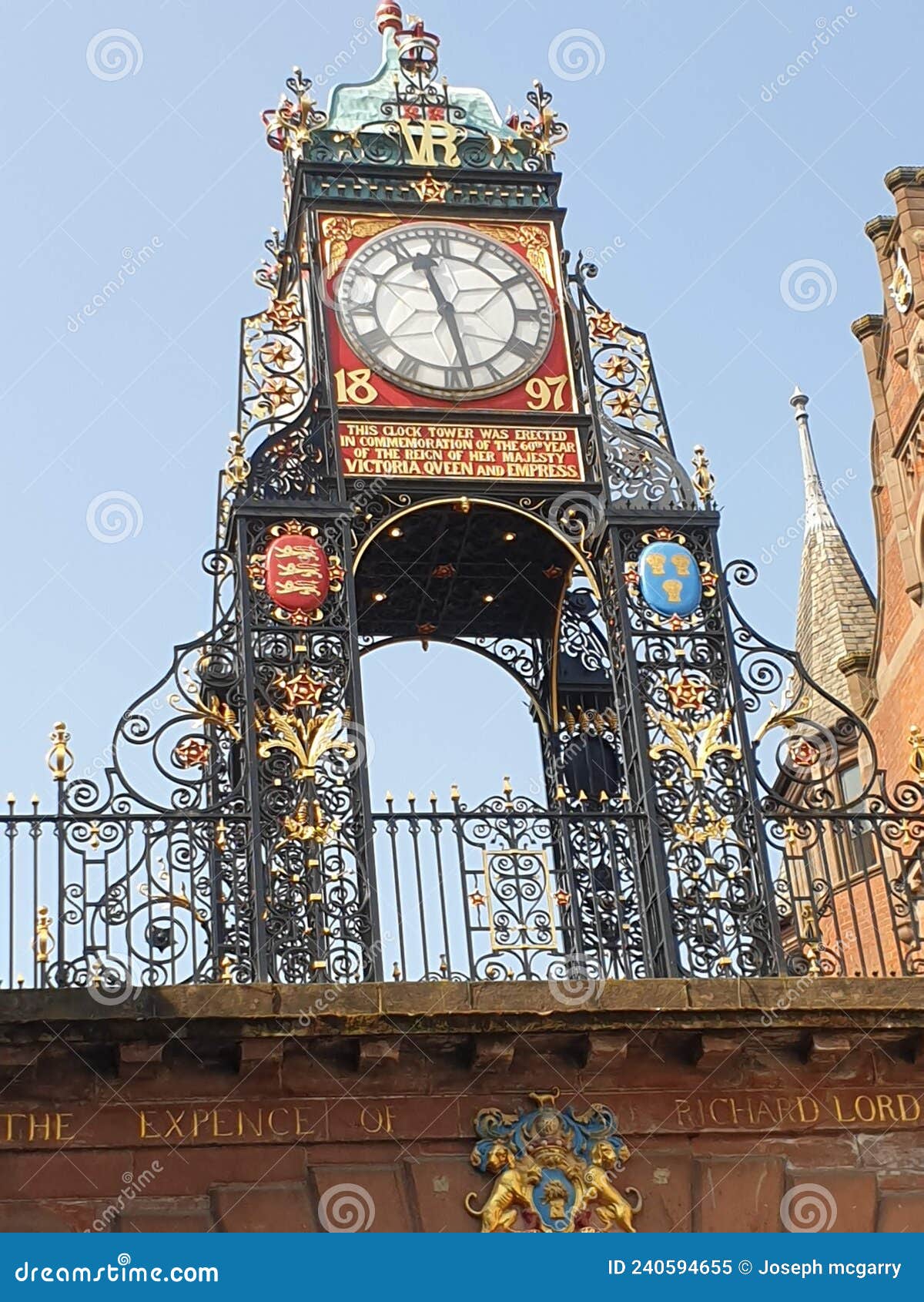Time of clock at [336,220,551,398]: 11:28
